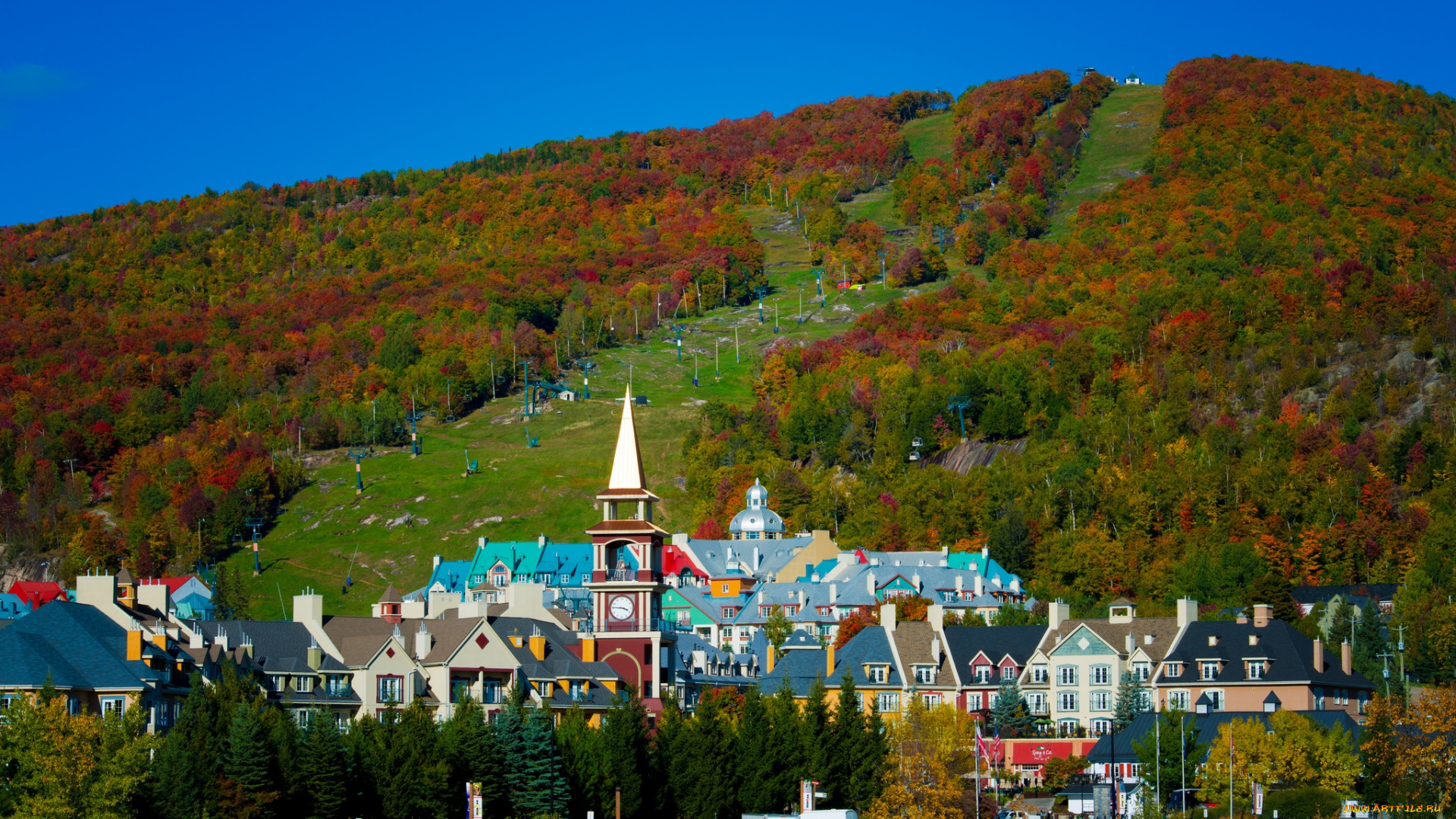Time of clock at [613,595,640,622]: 3:45
